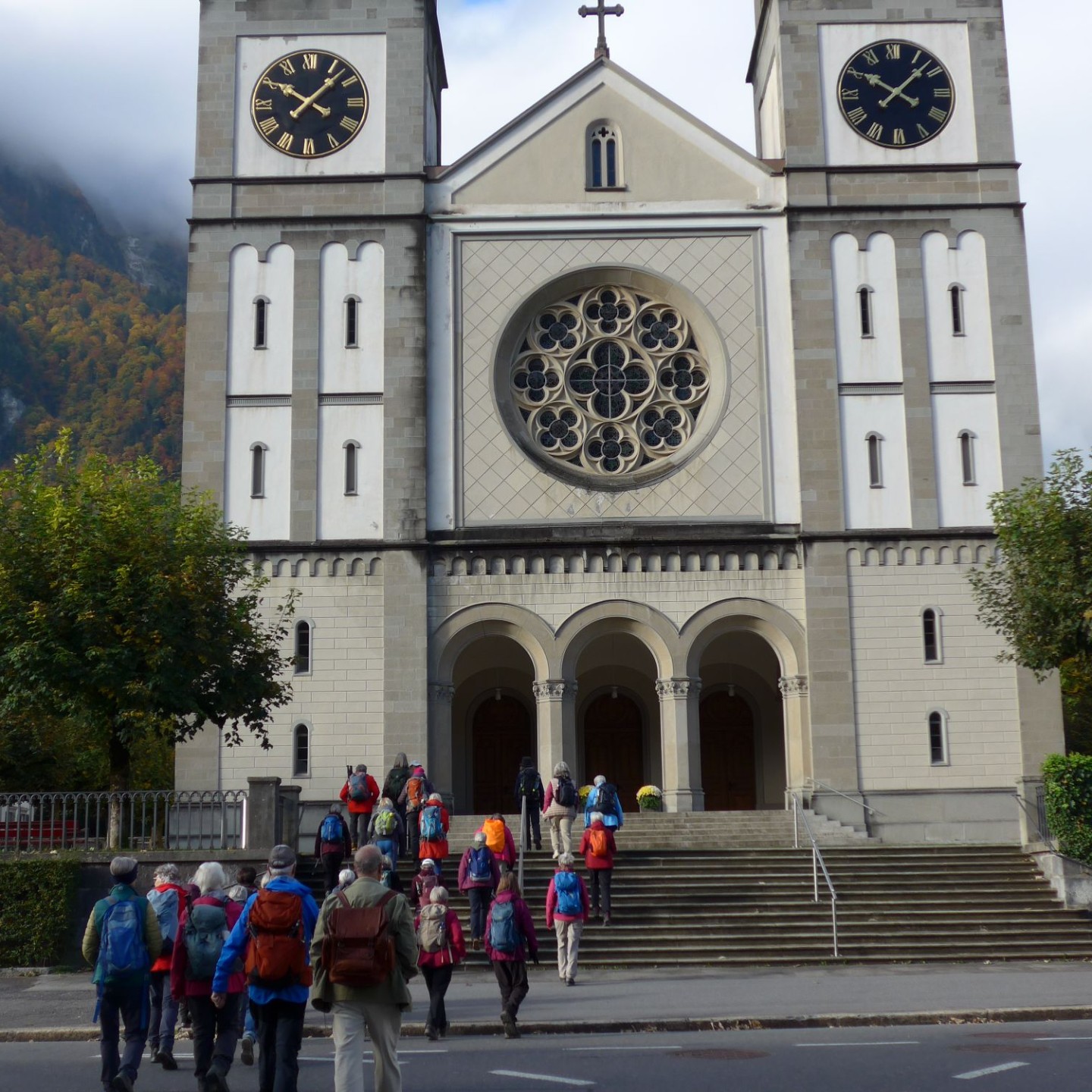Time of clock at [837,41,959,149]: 10:07
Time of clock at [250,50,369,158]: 10:07
